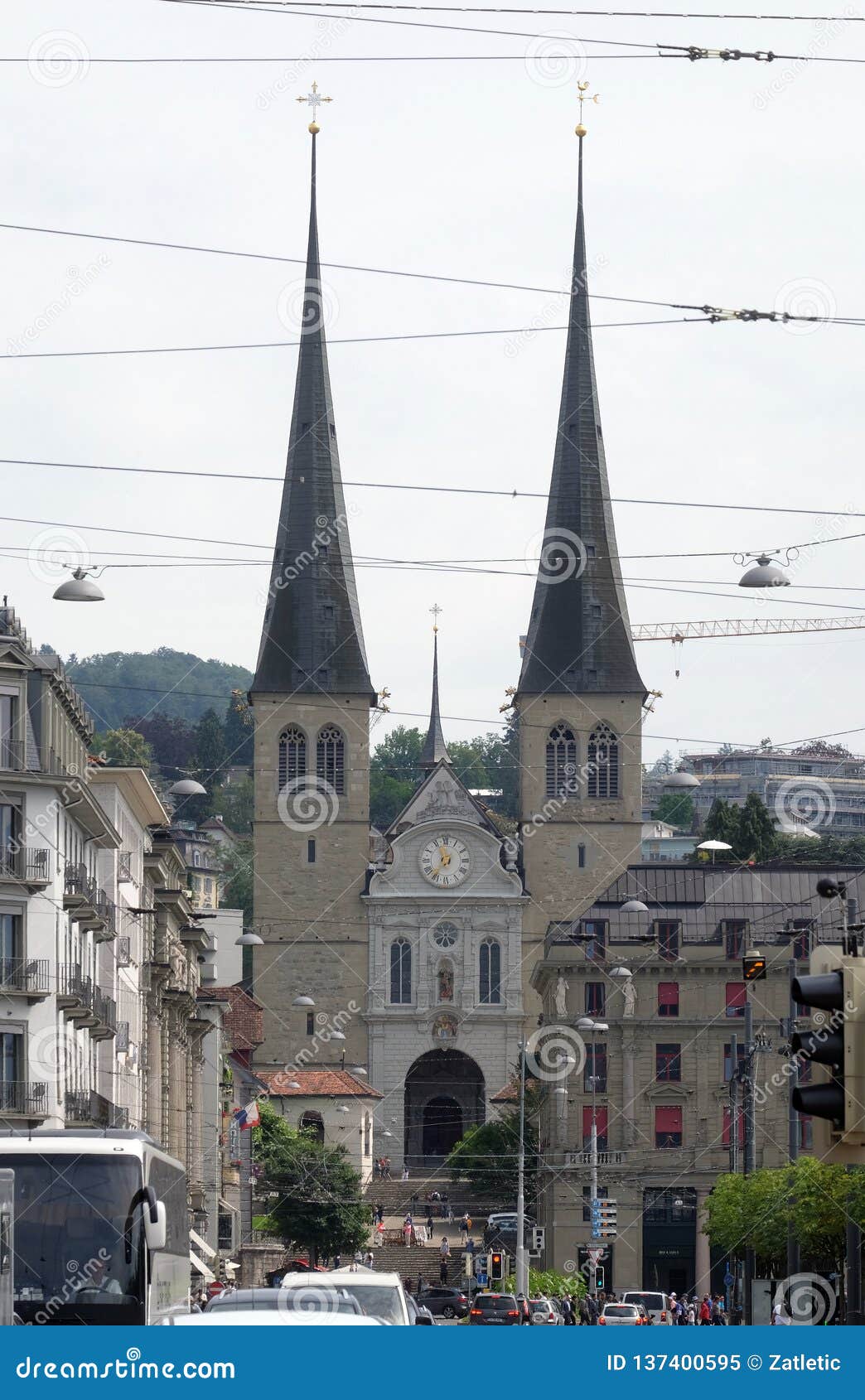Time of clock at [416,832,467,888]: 11:36
